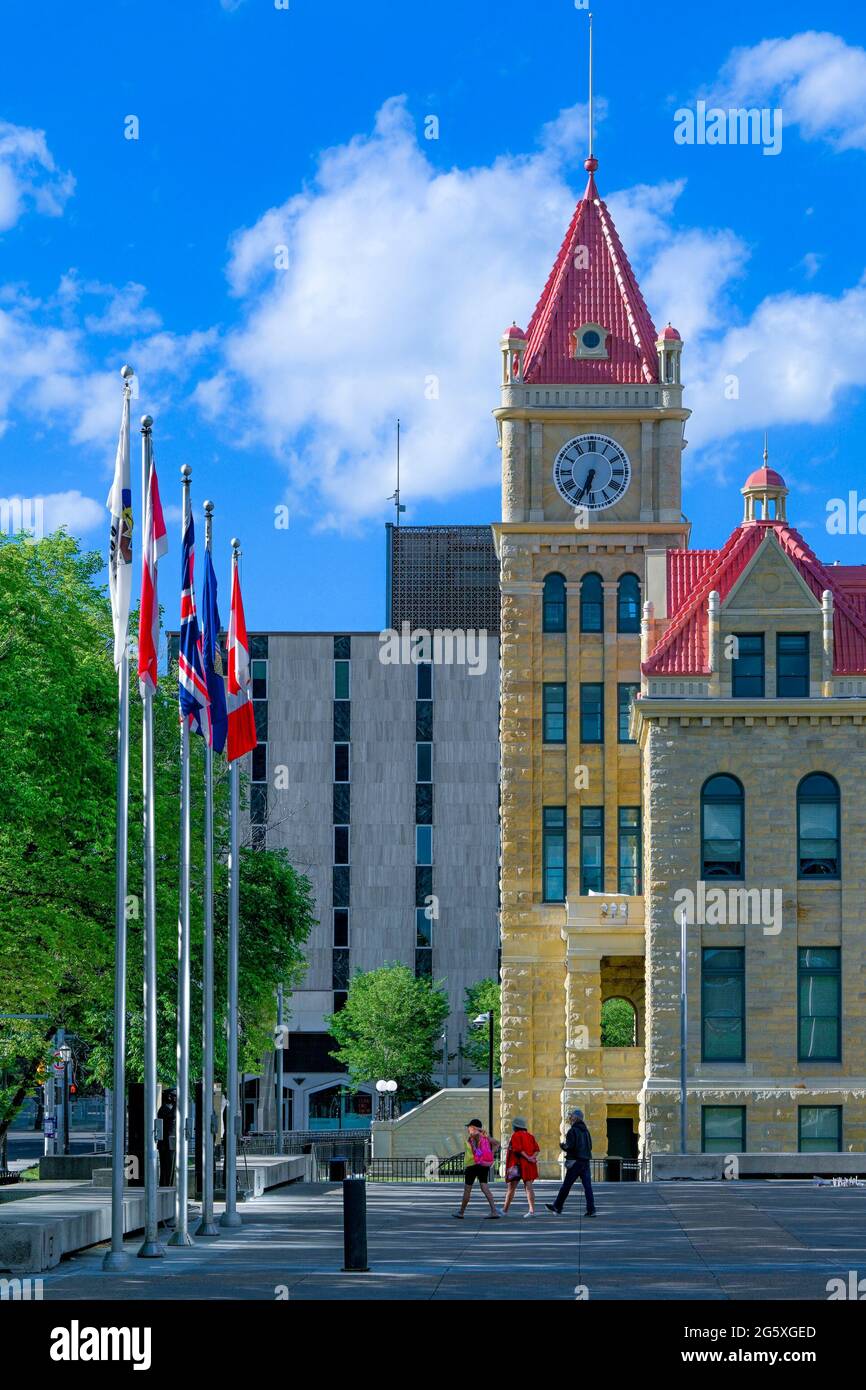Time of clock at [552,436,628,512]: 6:34
